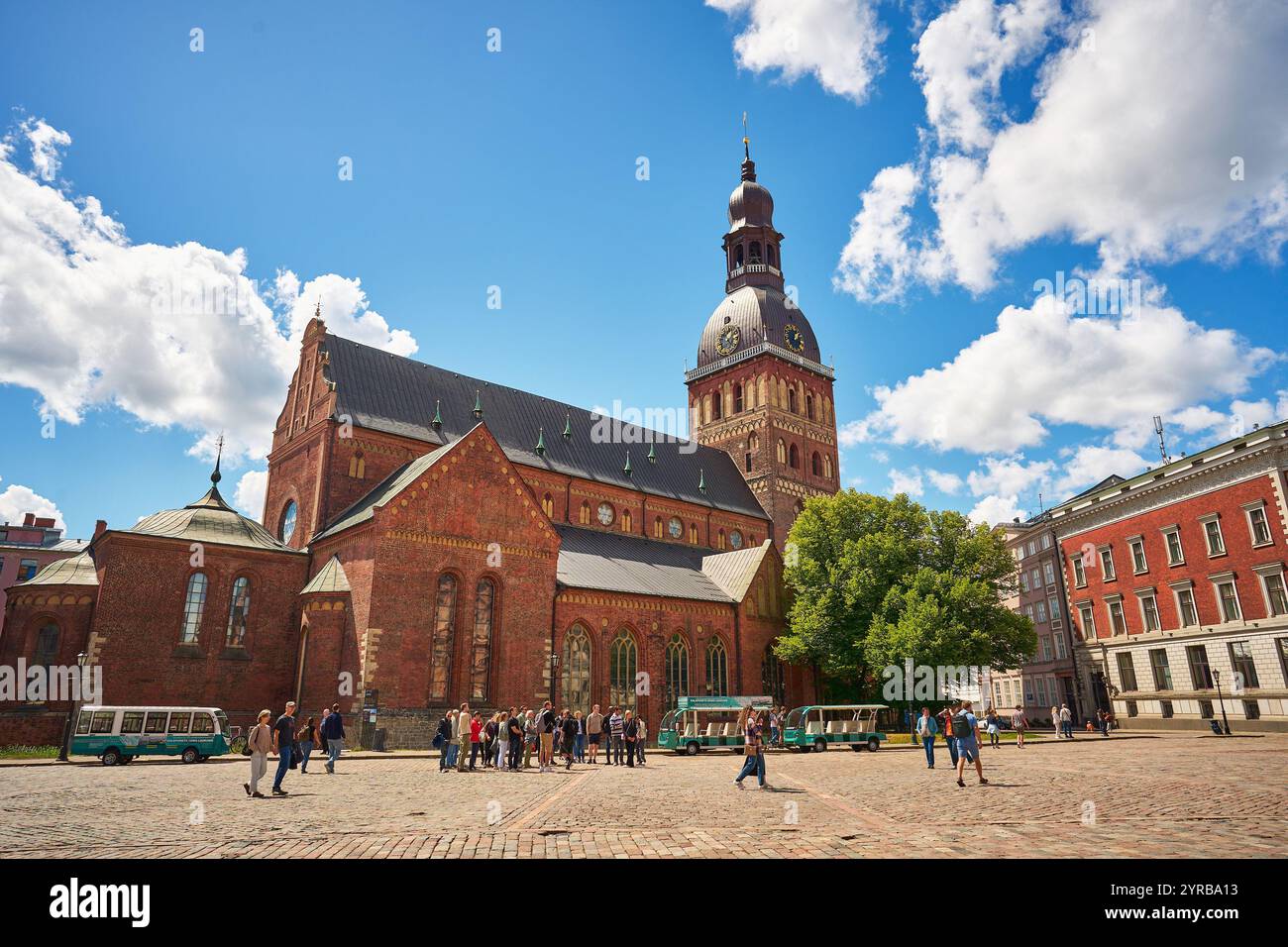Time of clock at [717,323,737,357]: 1:22
